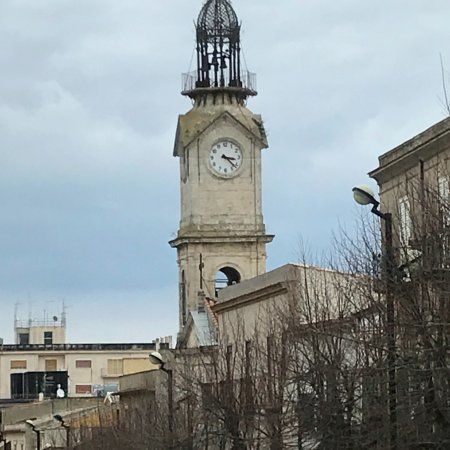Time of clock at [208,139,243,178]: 3:22
